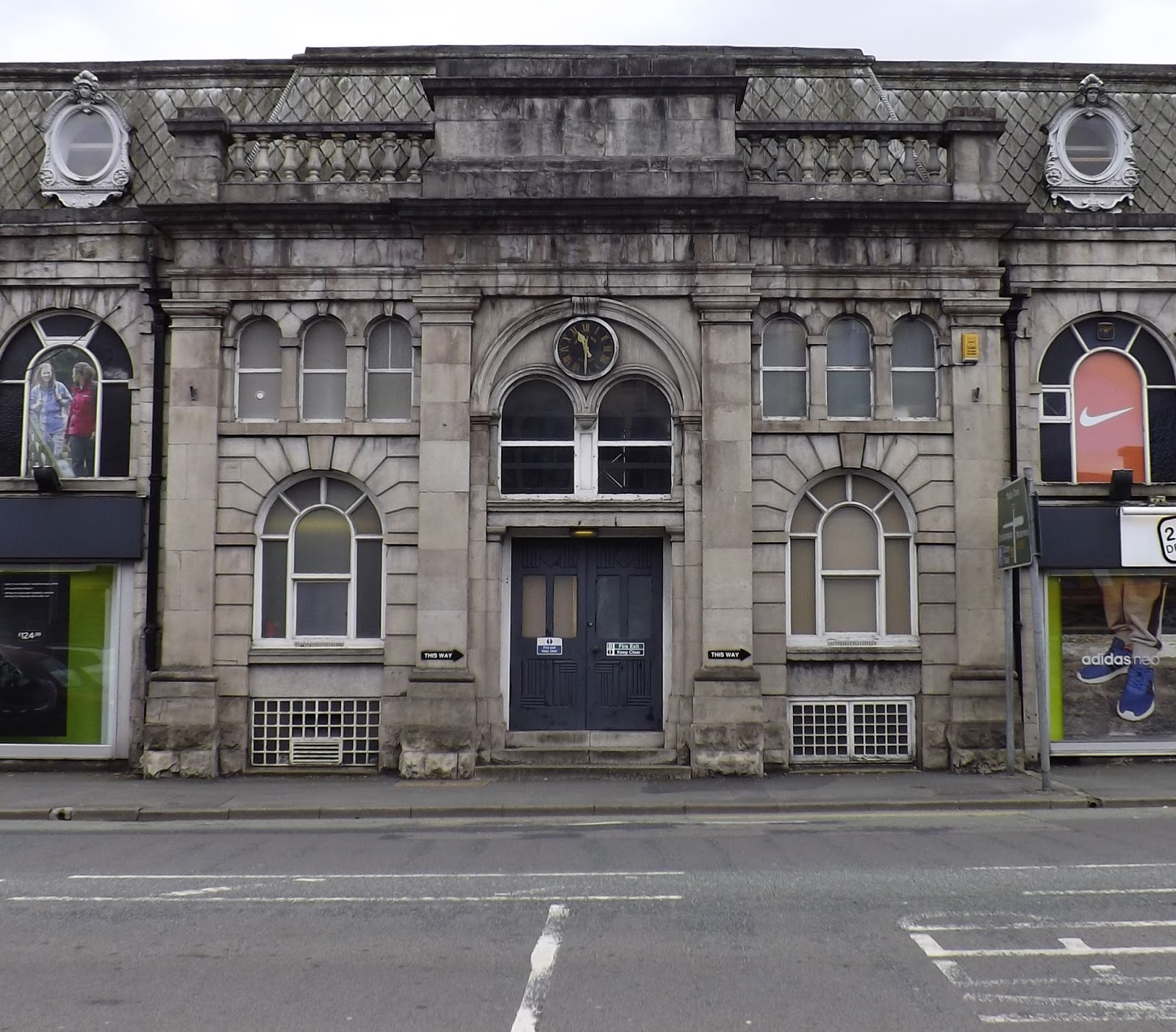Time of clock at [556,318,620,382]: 11:30
